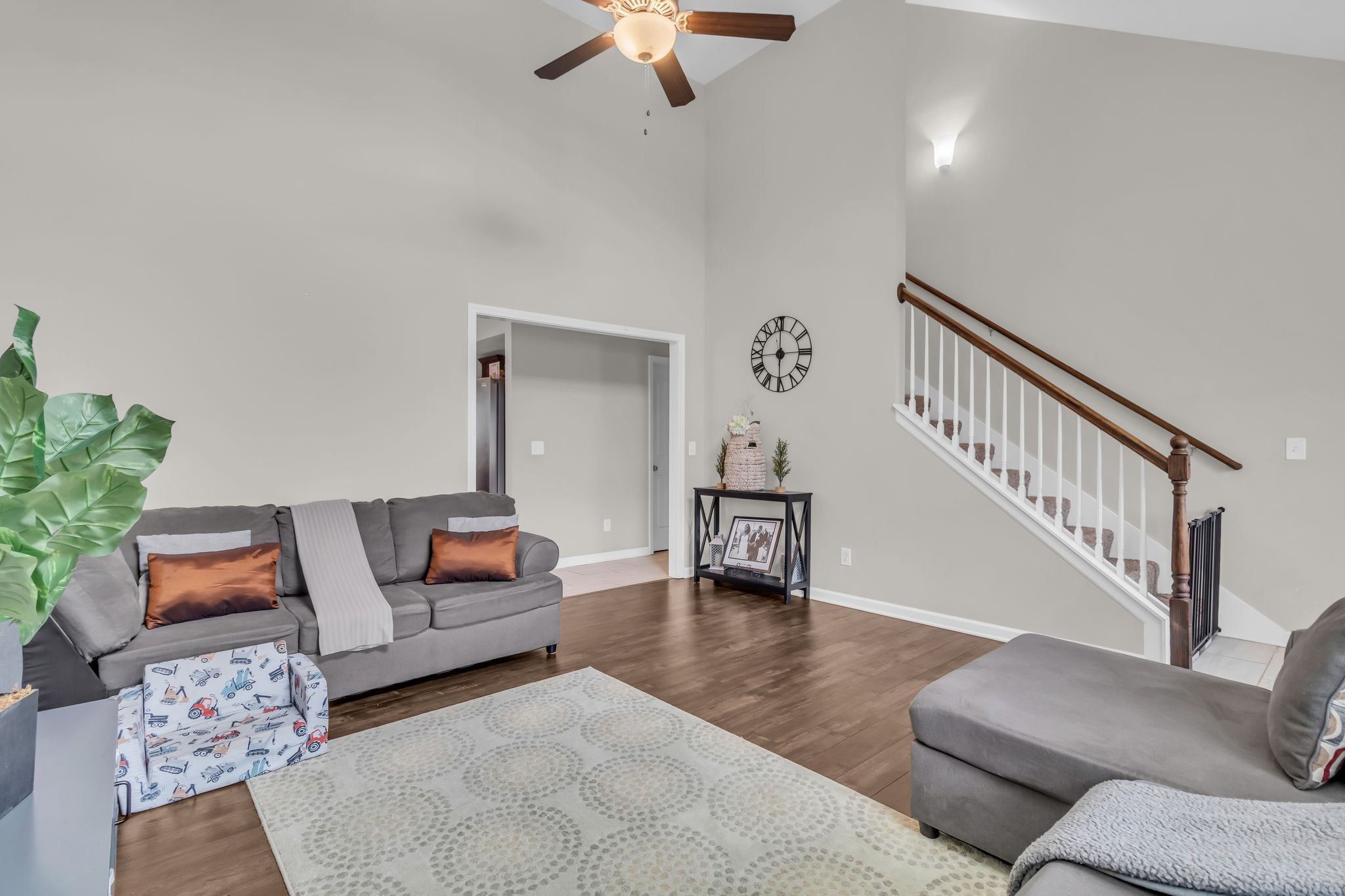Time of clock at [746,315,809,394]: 6:00
